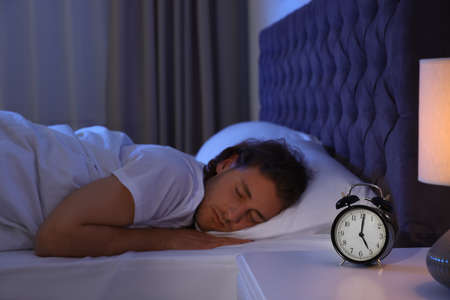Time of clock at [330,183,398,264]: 5:01
